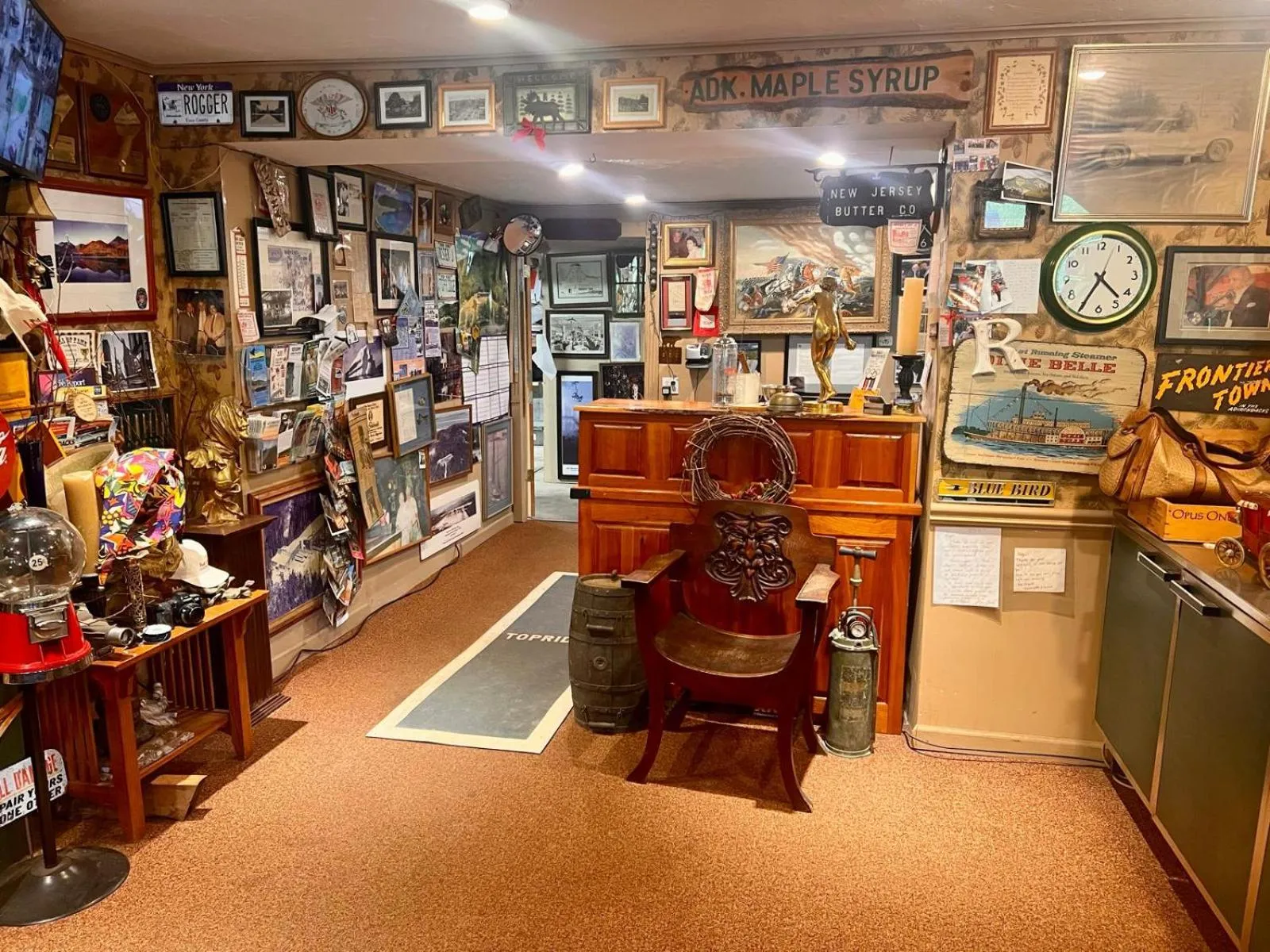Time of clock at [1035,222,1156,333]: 4:35
